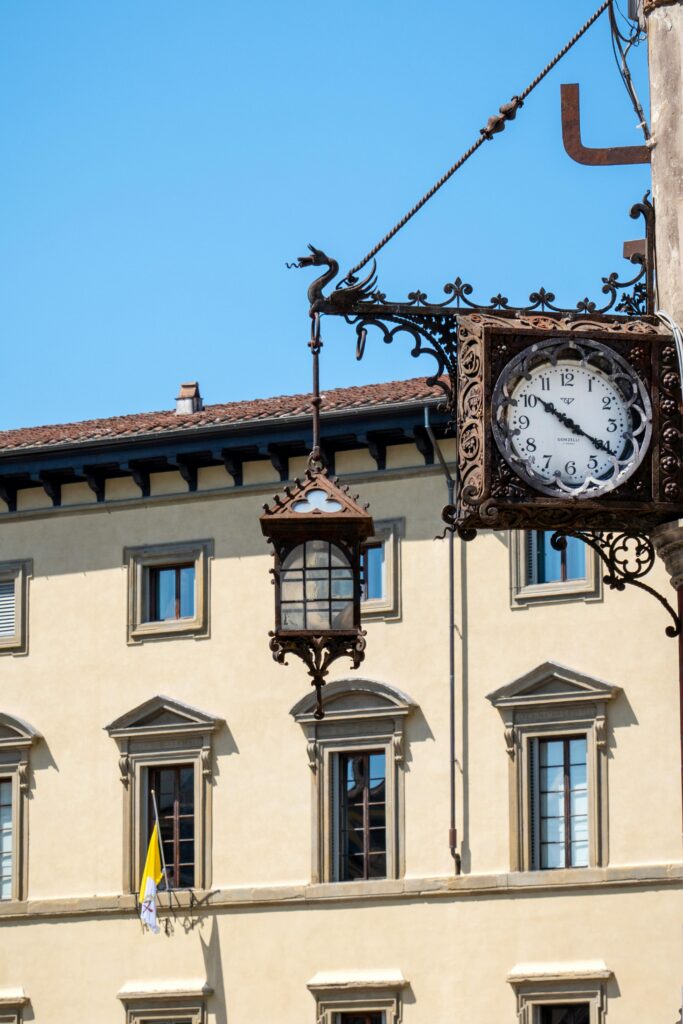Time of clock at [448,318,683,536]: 10:20
